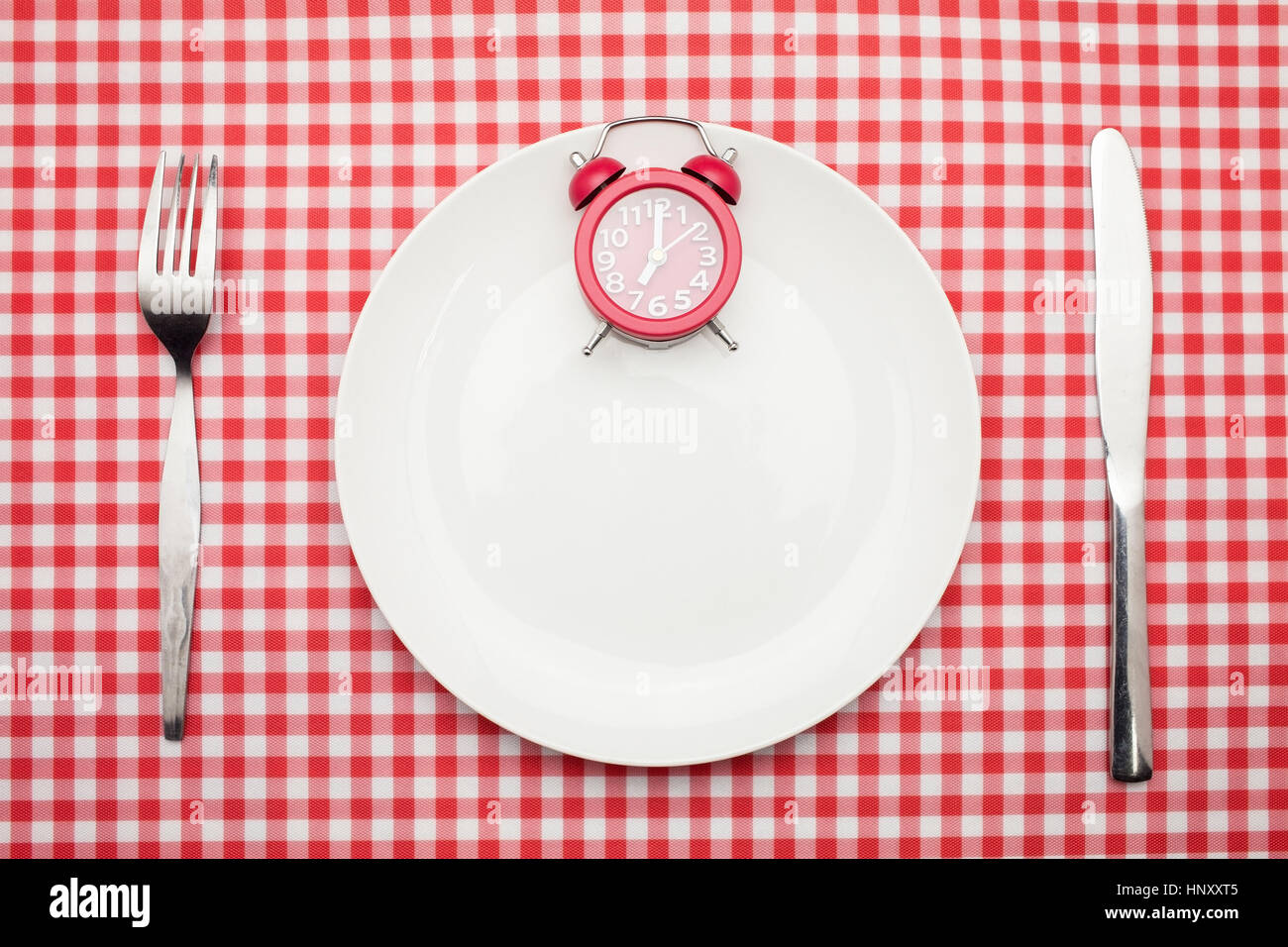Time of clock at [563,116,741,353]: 7:01
